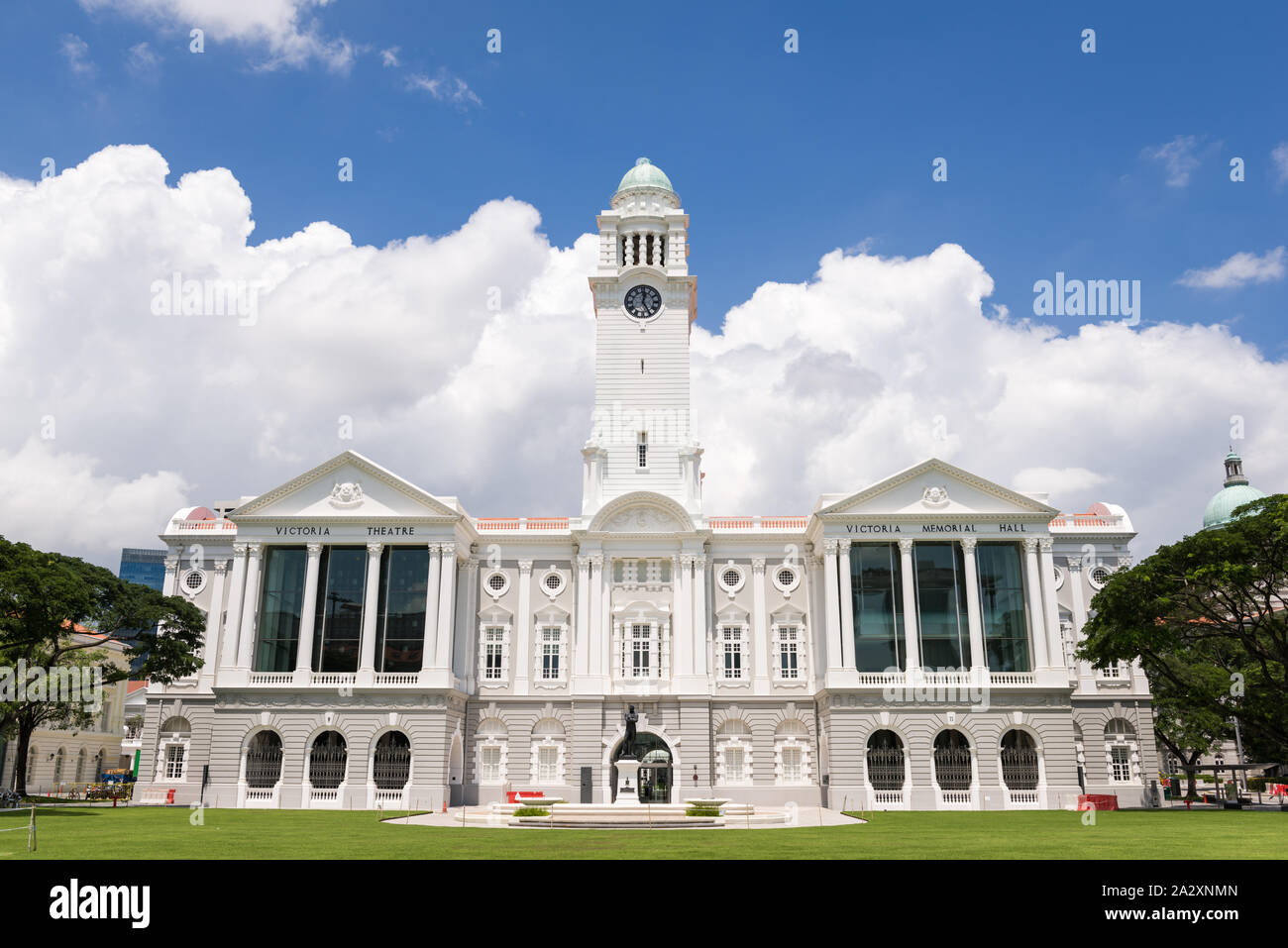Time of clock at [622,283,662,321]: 12:24
